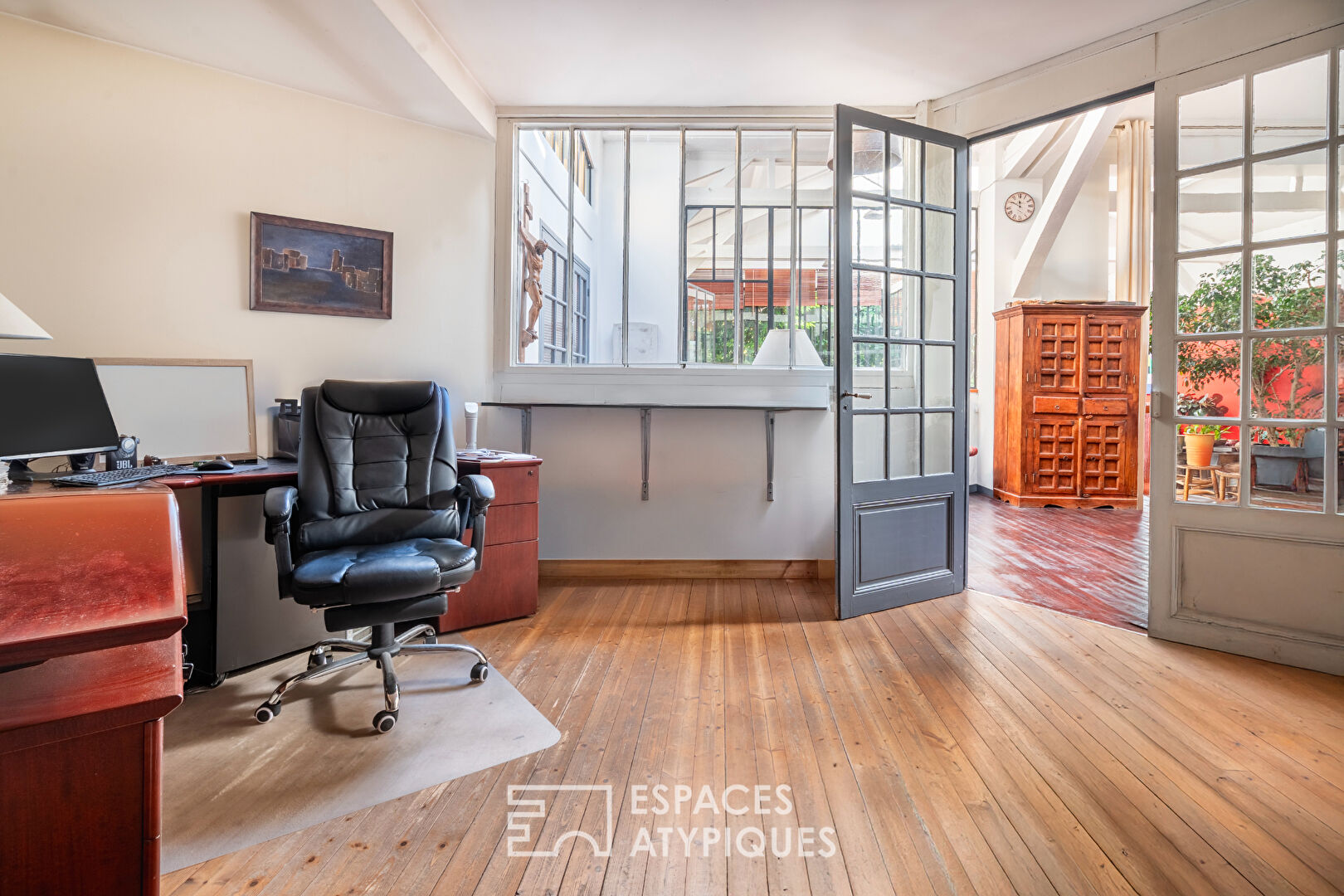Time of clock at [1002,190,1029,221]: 11:50
